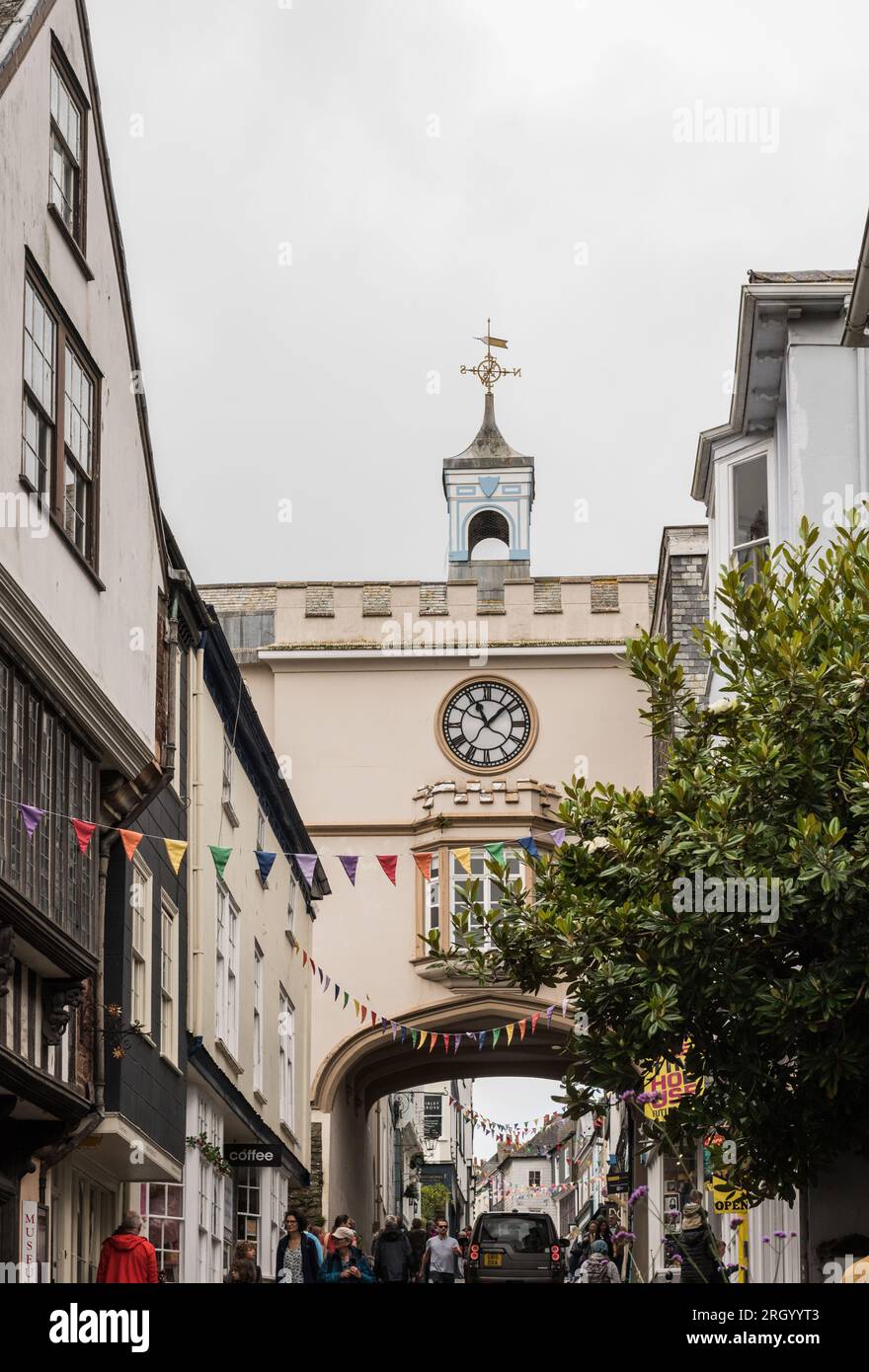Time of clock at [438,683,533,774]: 11:07
